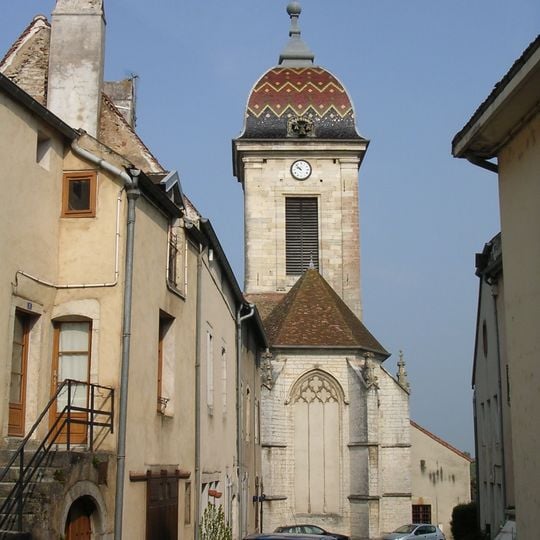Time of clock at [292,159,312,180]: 9:52
